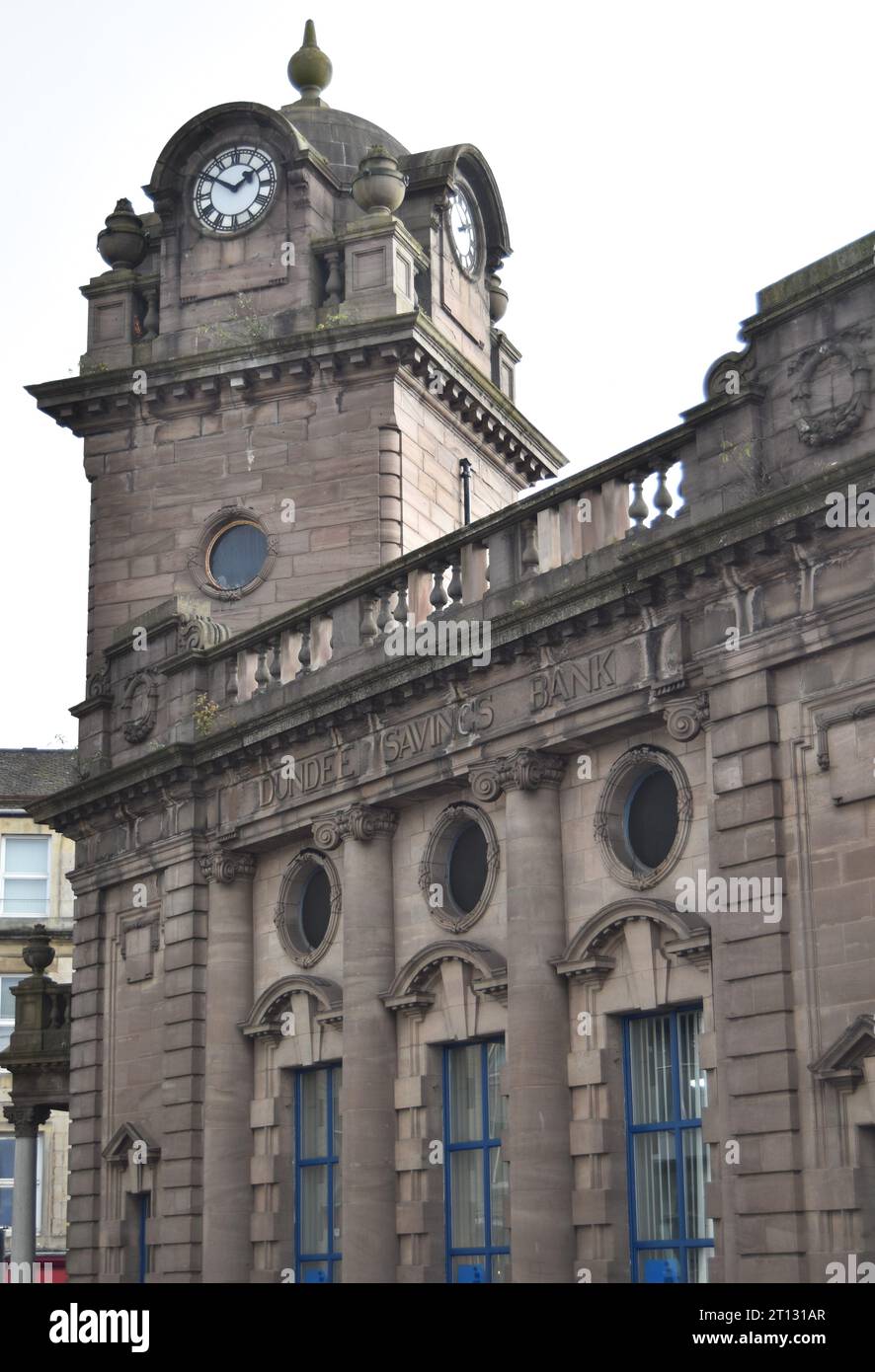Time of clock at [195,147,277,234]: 1:50
